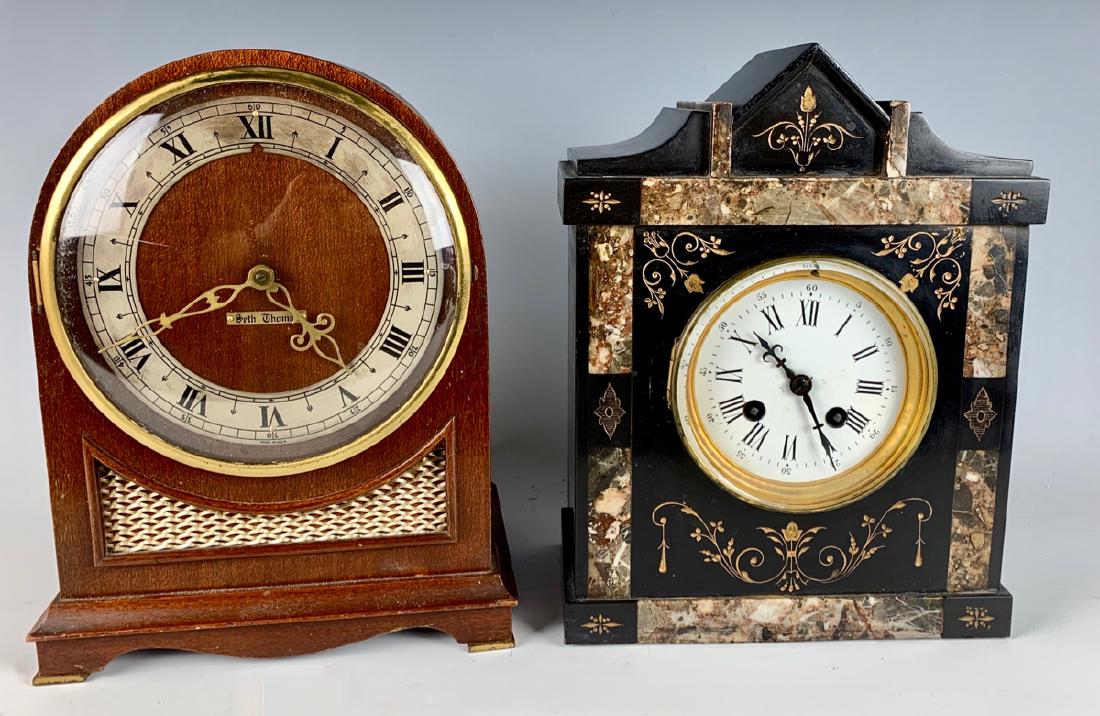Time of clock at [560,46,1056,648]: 4:52
